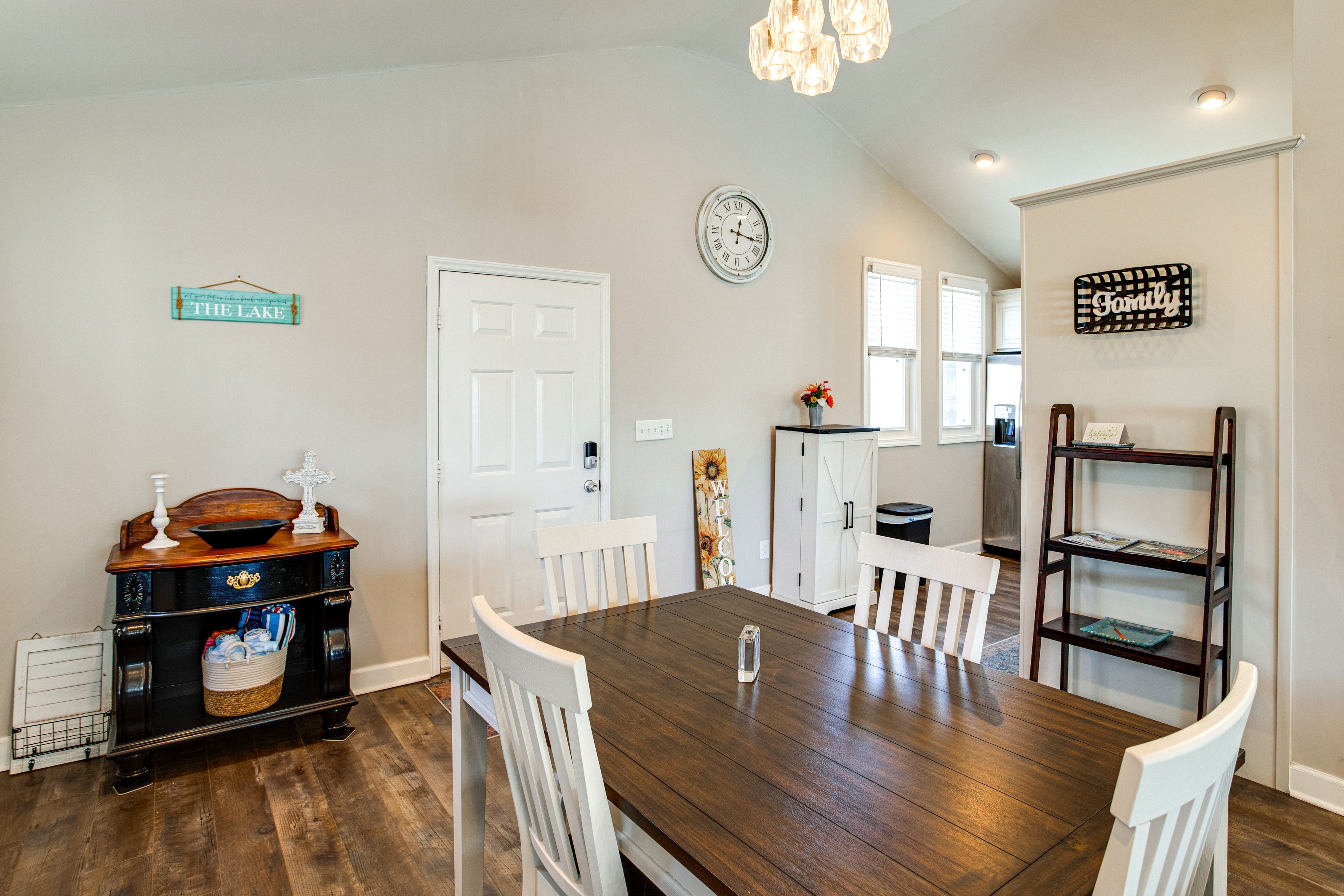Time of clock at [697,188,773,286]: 12:16
